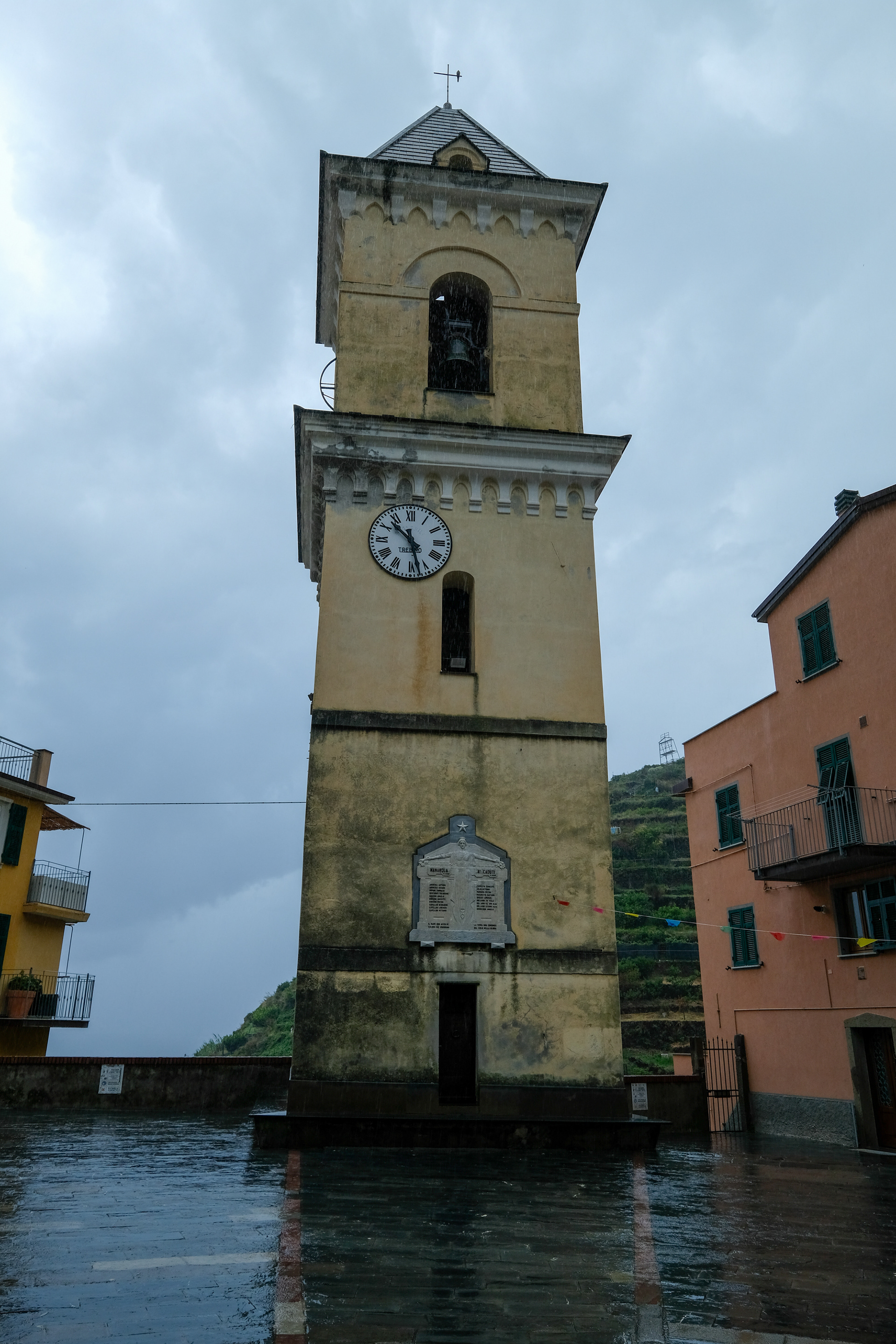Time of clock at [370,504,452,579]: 10:28
